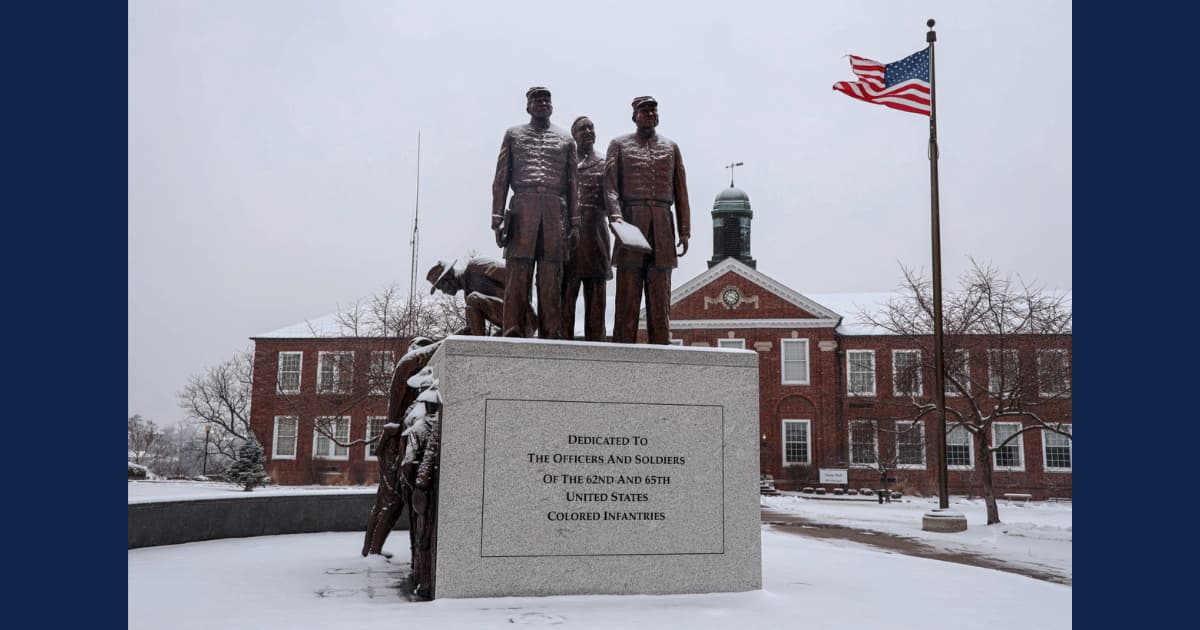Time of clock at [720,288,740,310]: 3:48
